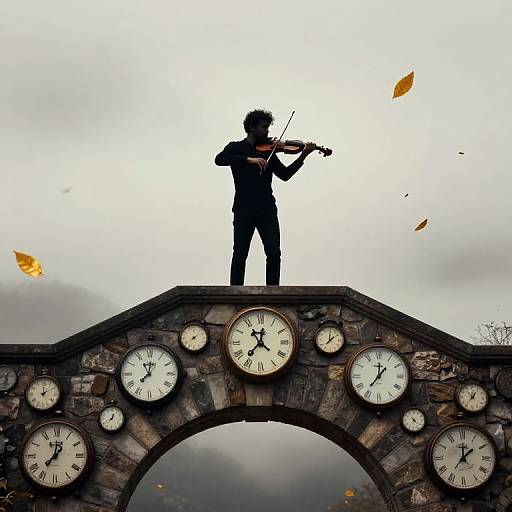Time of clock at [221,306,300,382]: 10:36
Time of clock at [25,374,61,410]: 2:00
